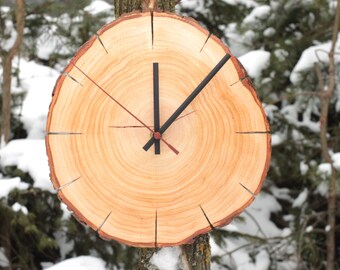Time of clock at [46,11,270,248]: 12:07
